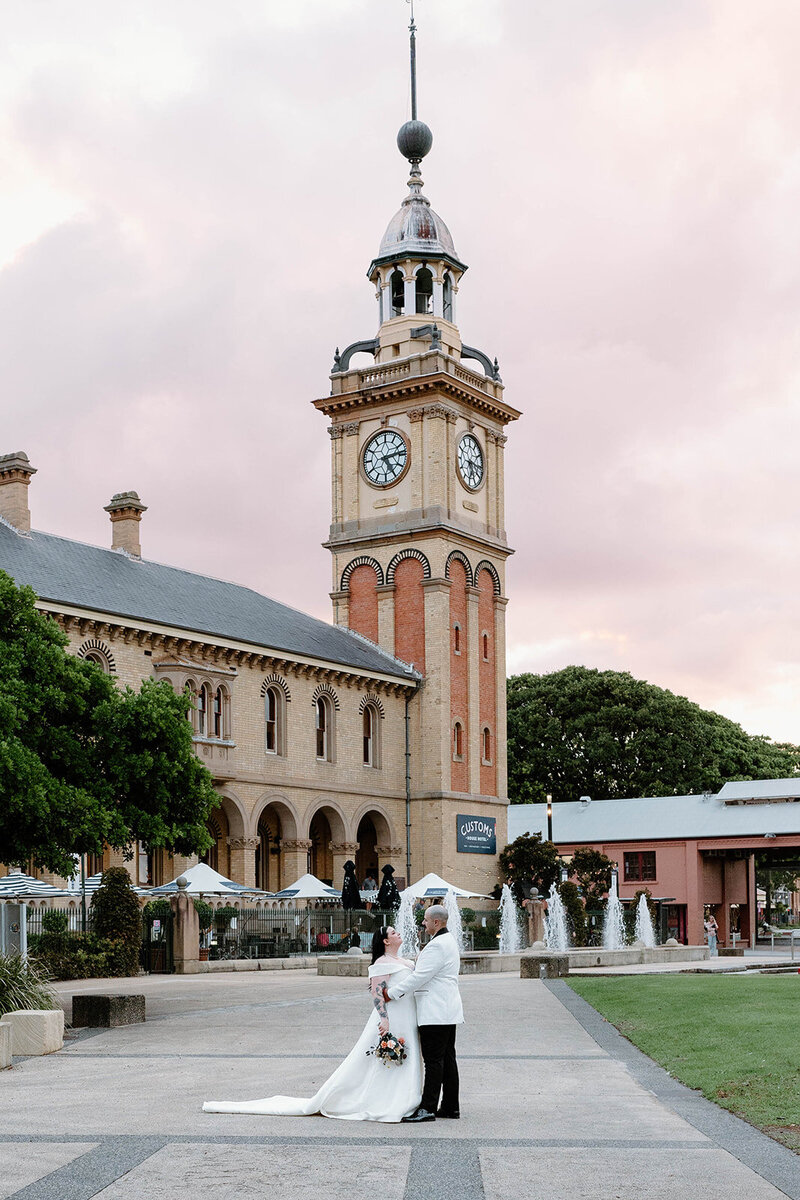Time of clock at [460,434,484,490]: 5:15
